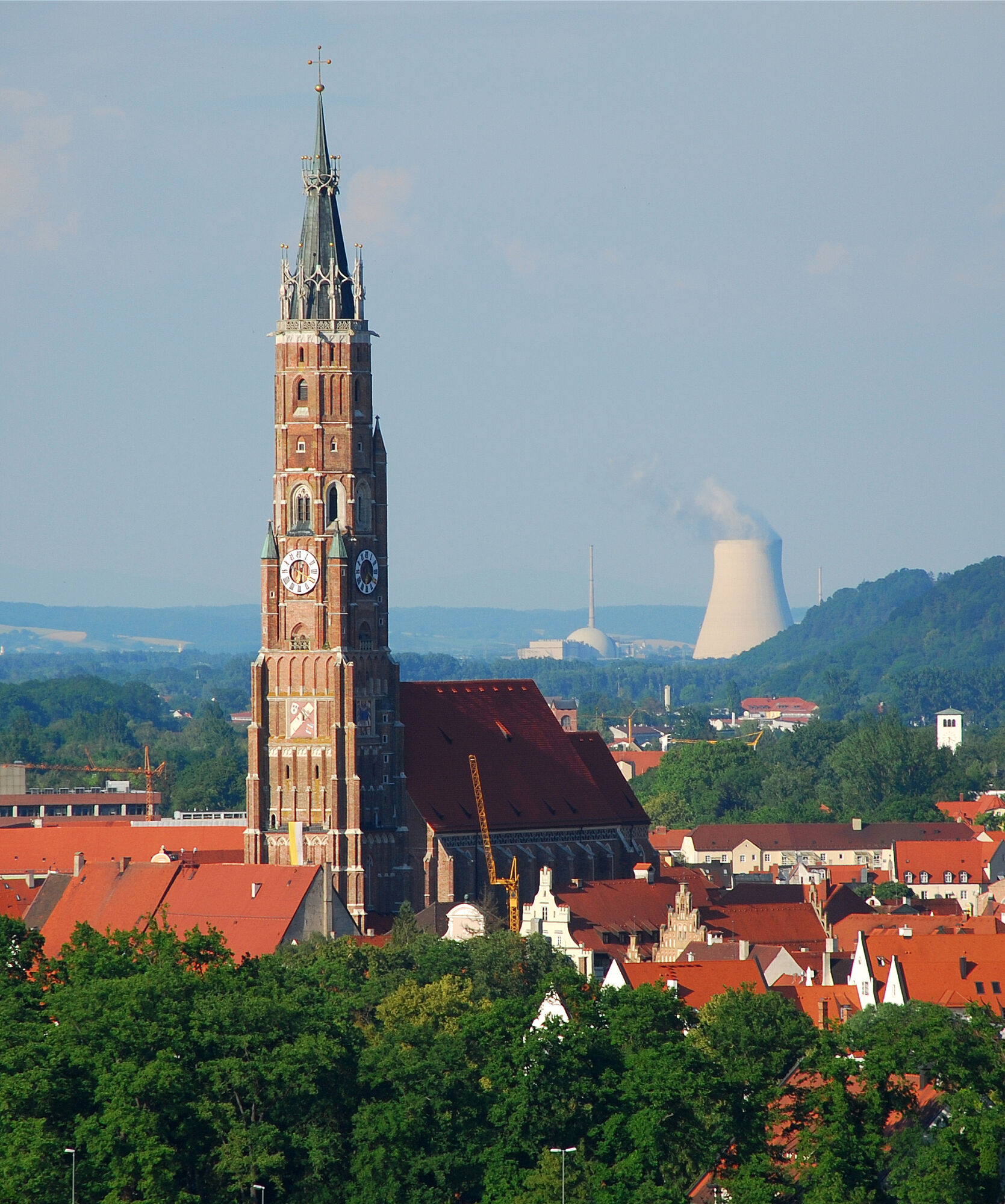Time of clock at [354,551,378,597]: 6:20
